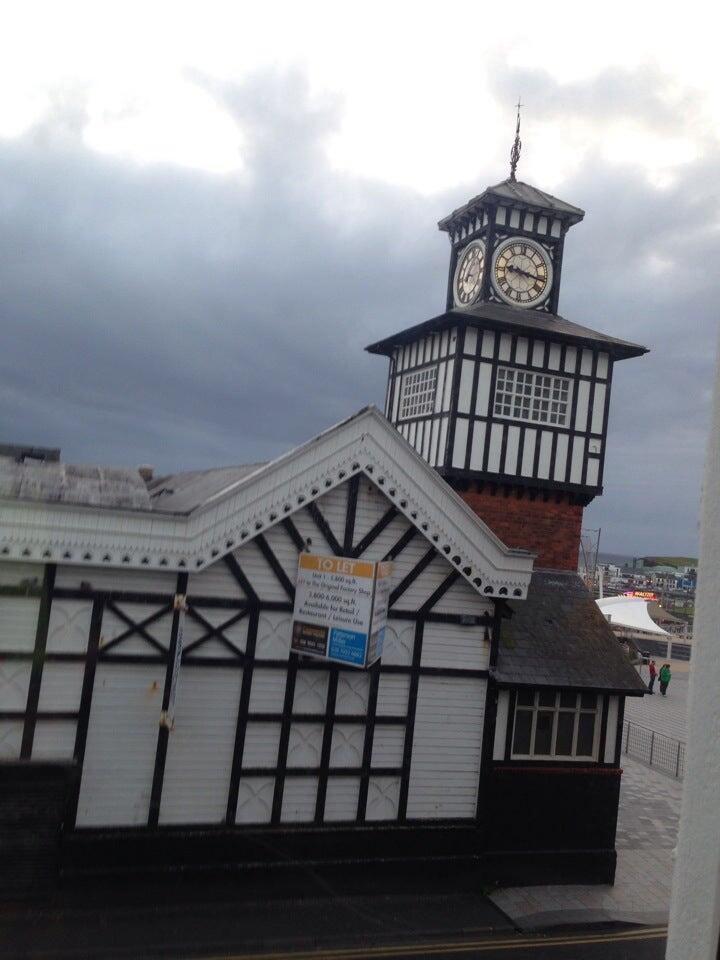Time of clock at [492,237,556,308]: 9:16
